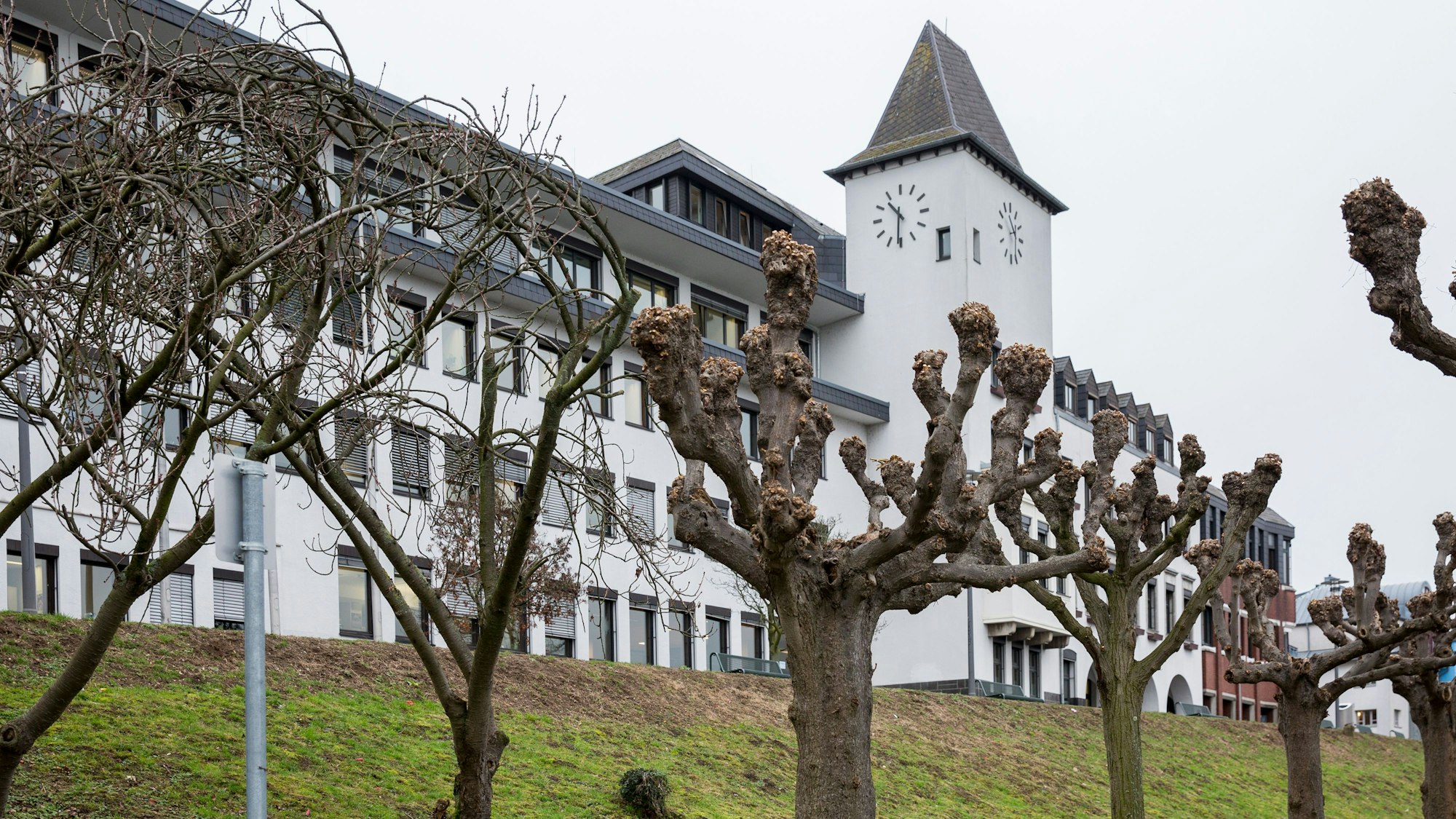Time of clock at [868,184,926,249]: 10:31
